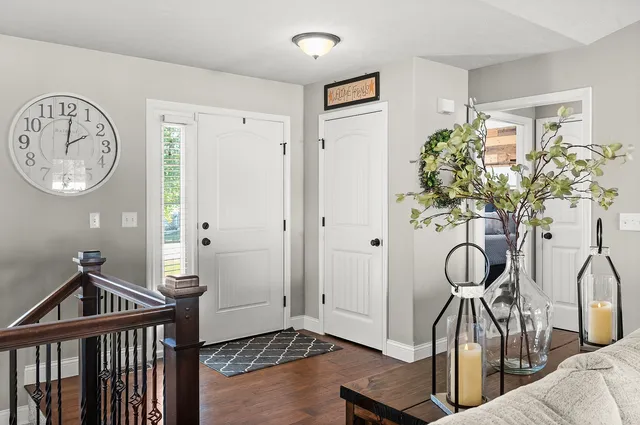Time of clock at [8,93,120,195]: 2:01
